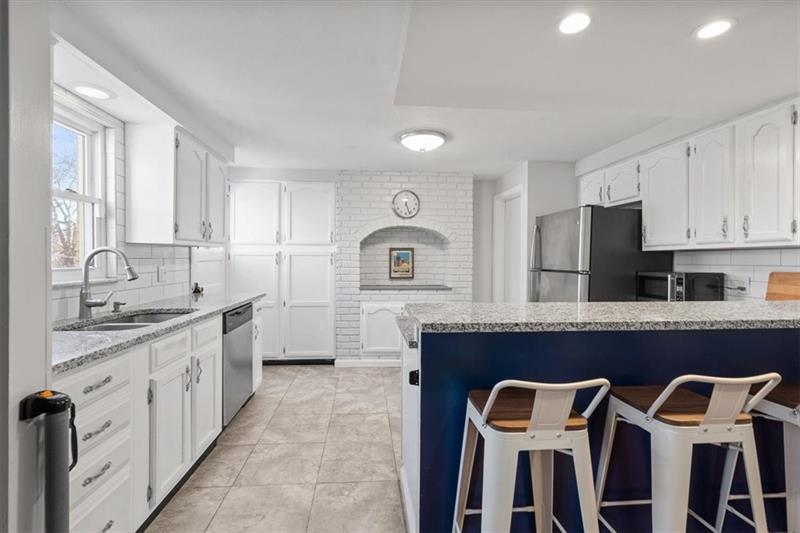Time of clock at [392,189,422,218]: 5:26
